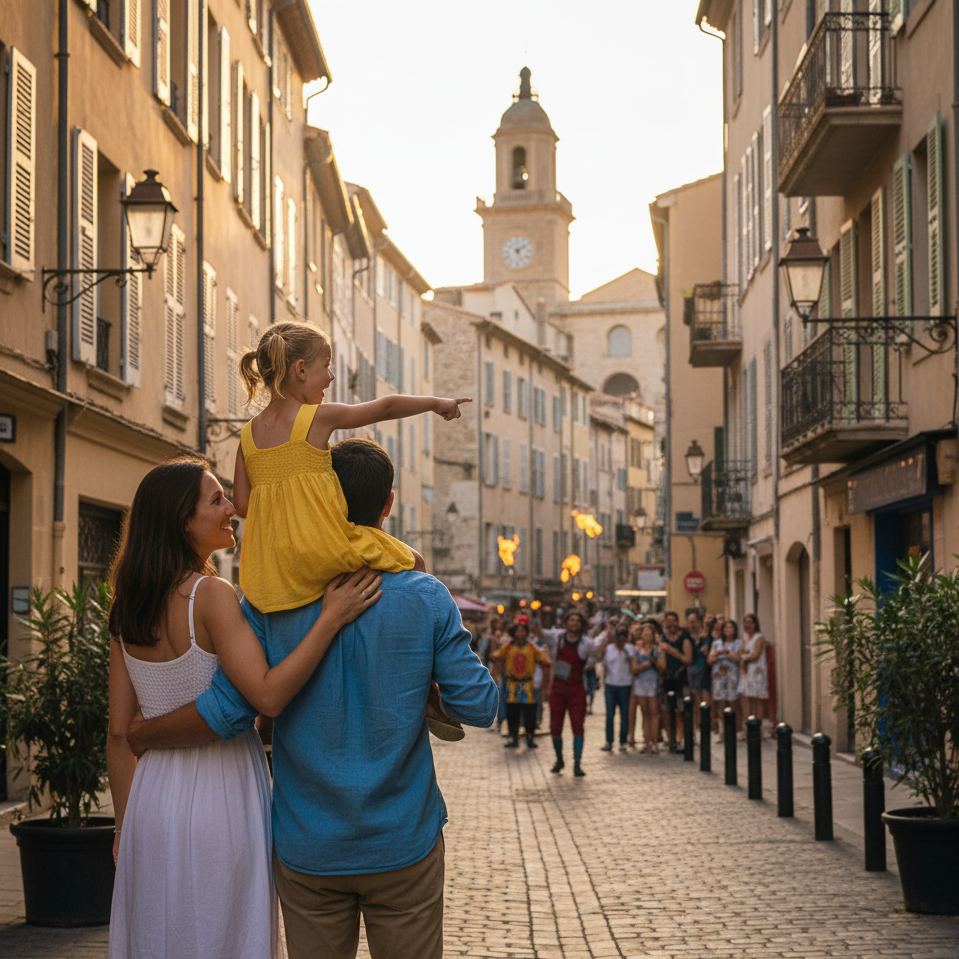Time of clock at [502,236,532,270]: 5:09
